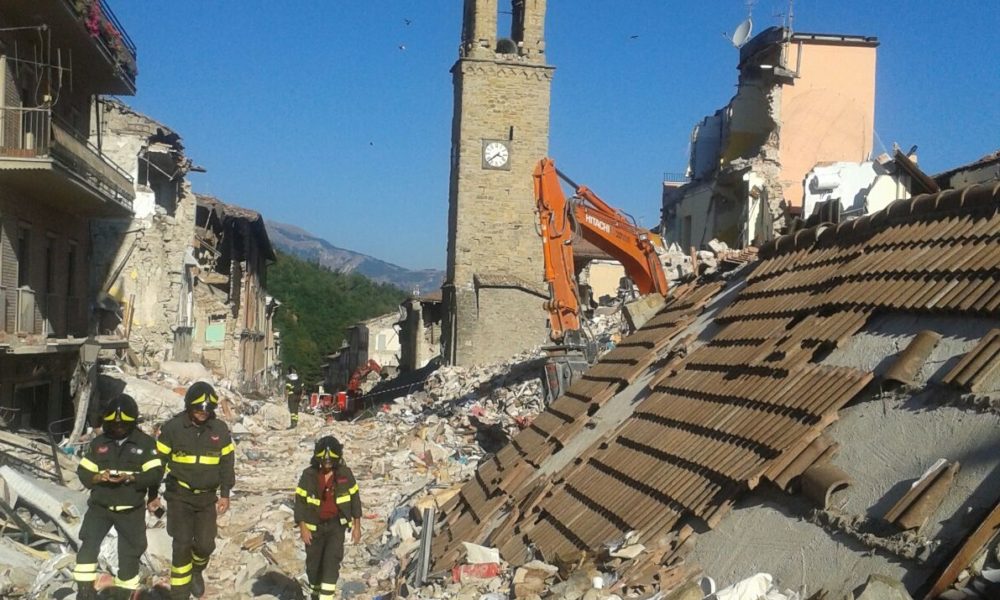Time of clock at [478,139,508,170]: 3:38
